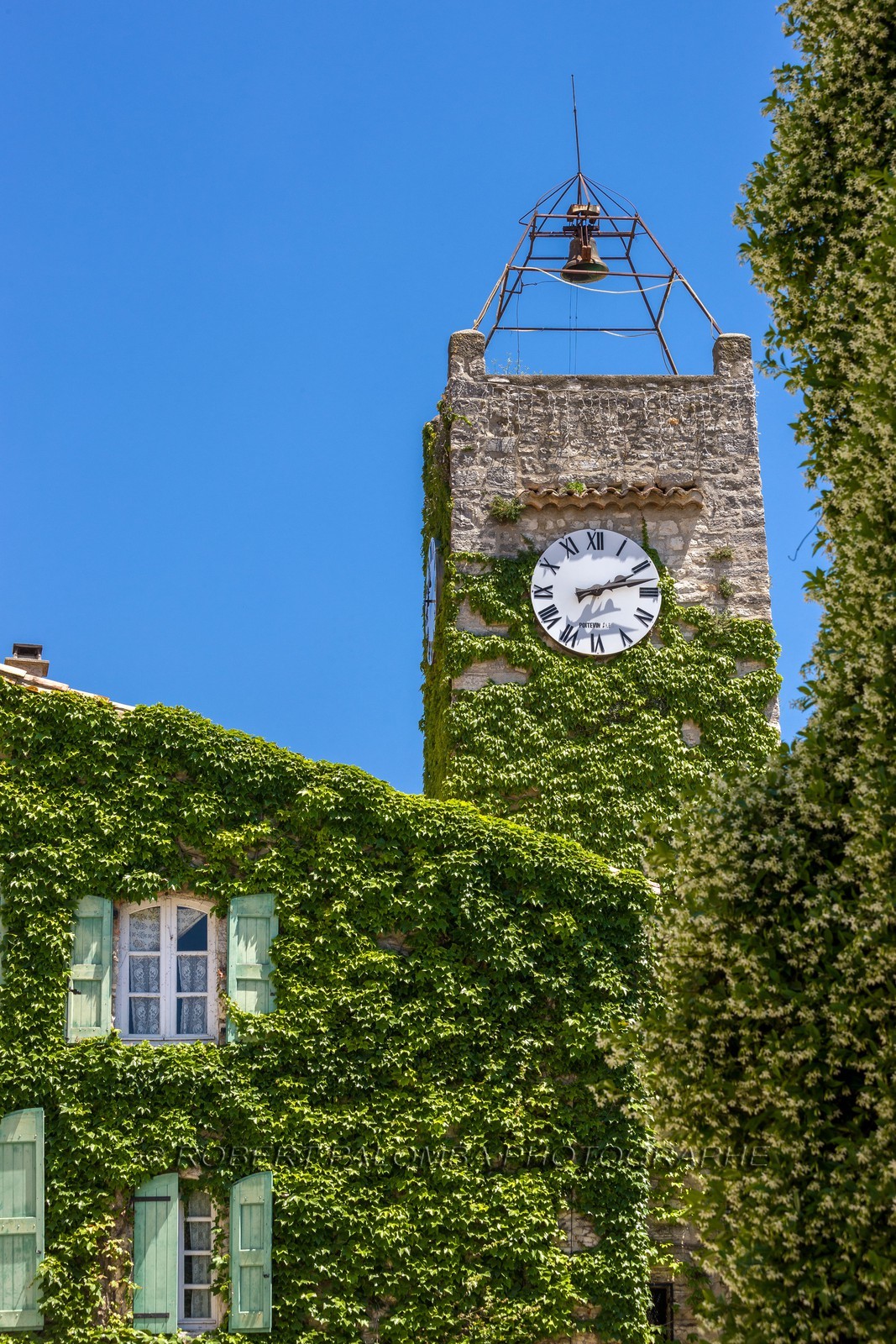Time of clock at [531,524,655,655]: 2:12
